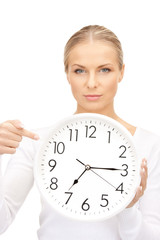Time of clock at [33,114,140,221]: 7:15
